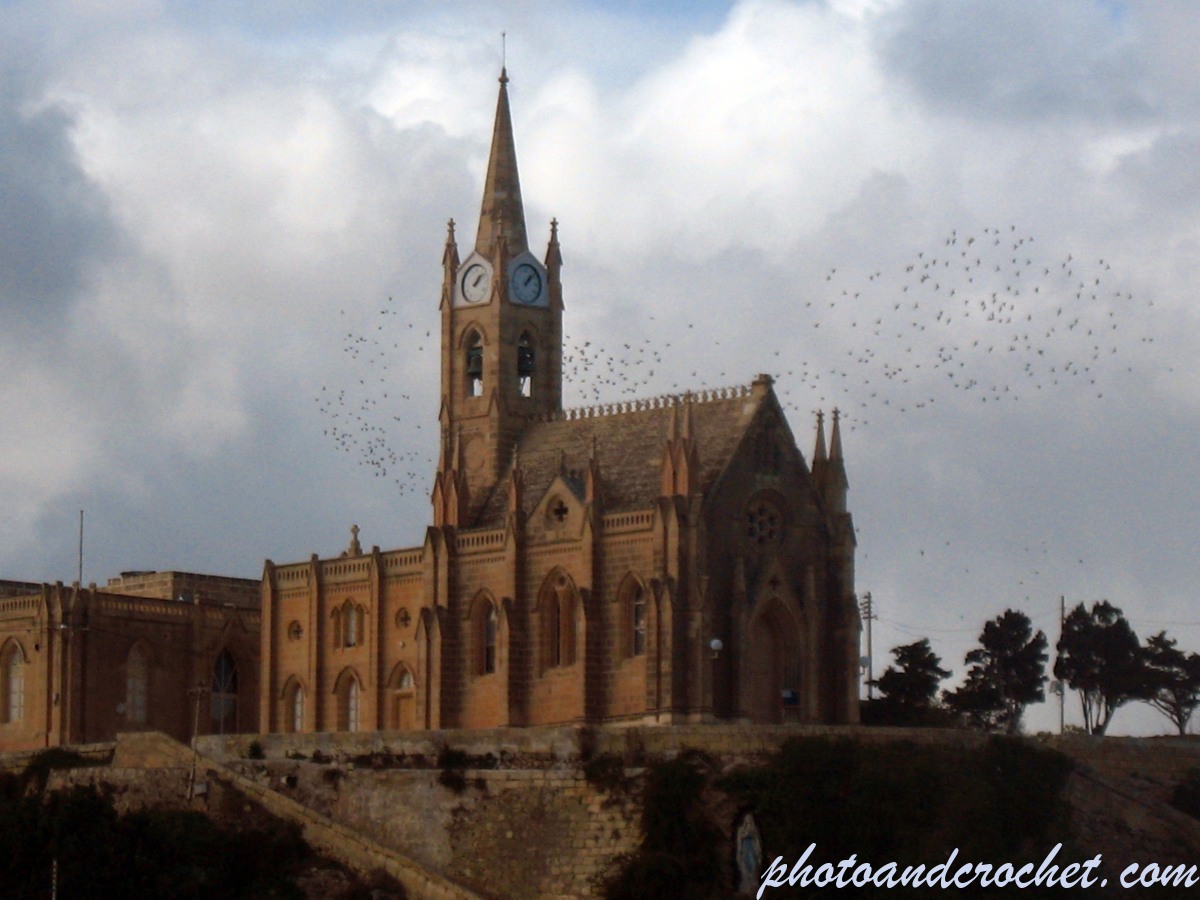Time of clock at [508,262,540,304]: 1:07
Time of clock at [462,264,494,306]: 1:08
